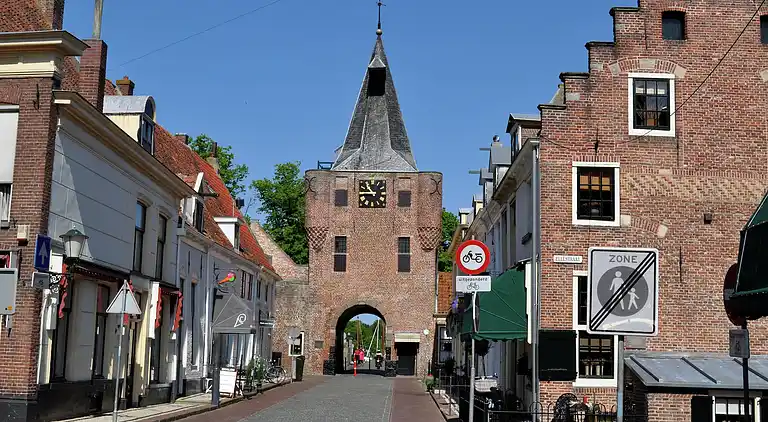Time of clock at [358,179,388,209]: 10:45
